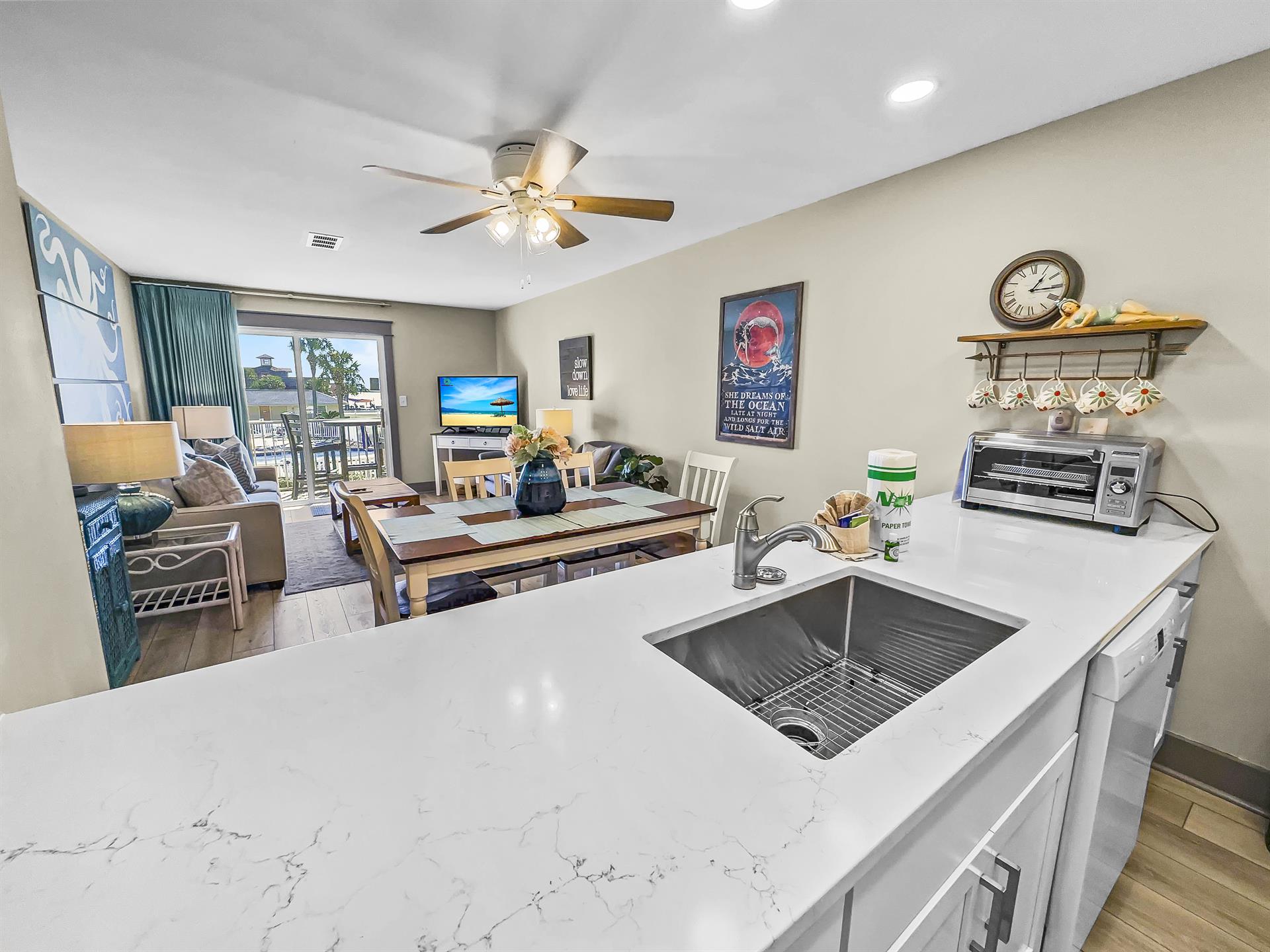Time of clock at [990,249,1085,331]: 1:15
